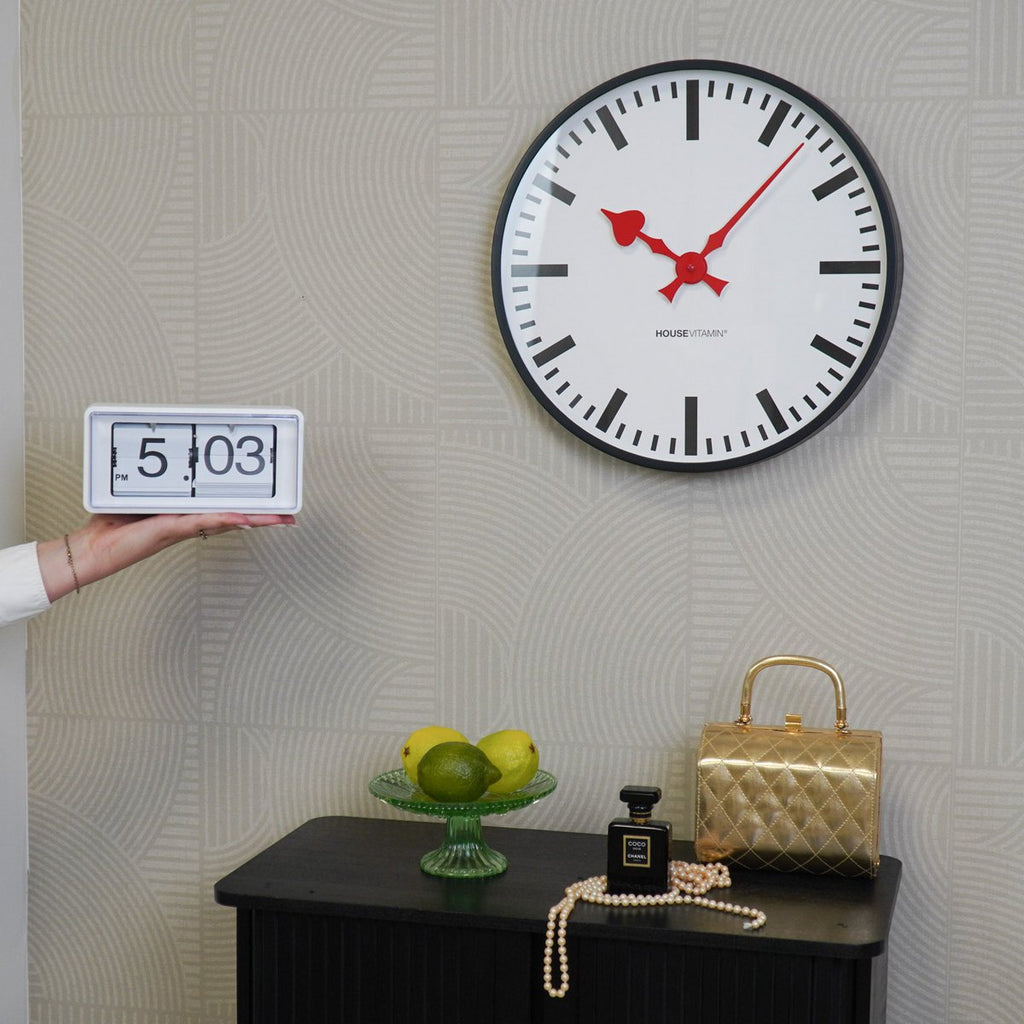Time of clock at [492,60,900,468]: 10:07
